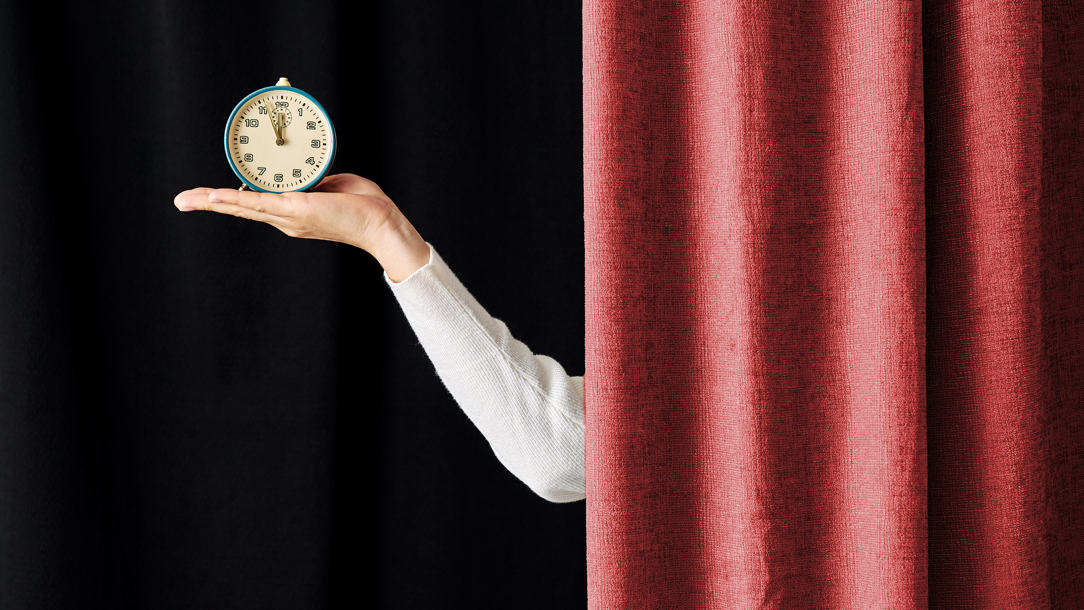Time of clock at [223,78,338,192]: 11:56
